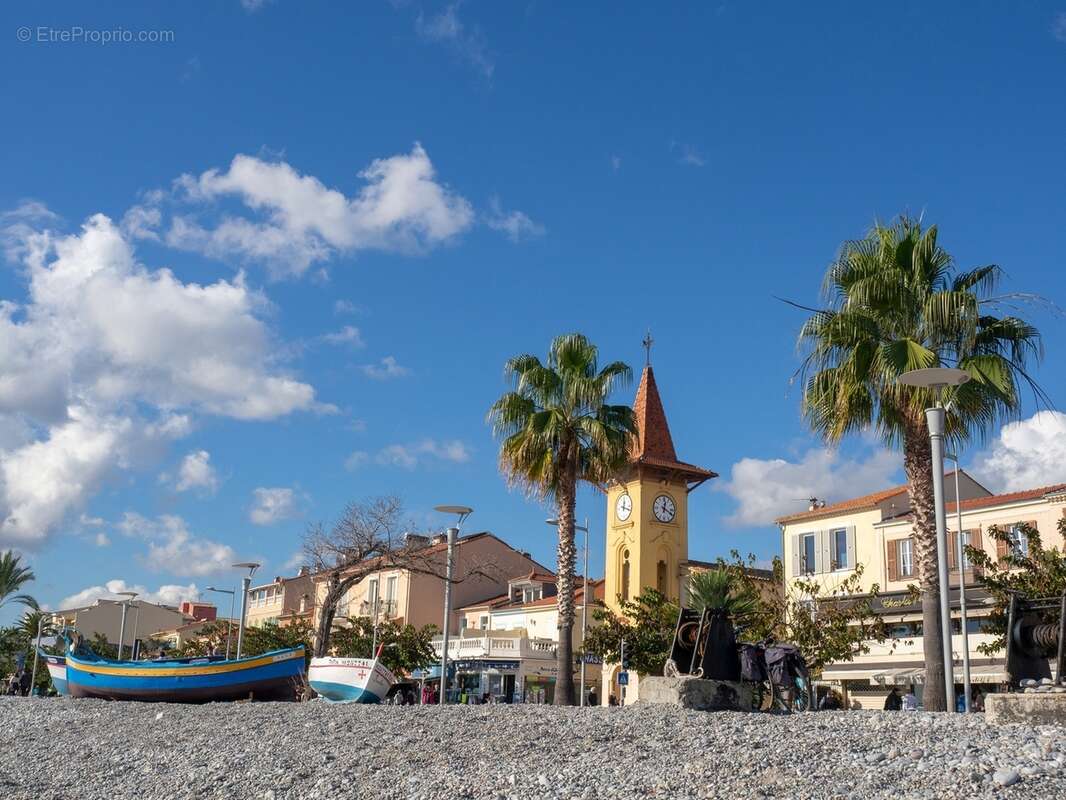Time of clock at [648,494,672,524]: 12:19
